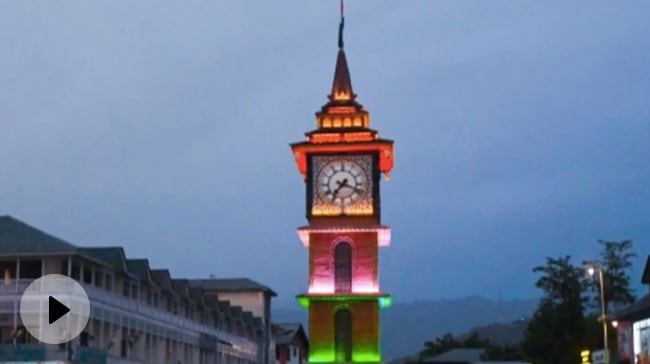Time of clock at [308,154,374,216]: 7:18
